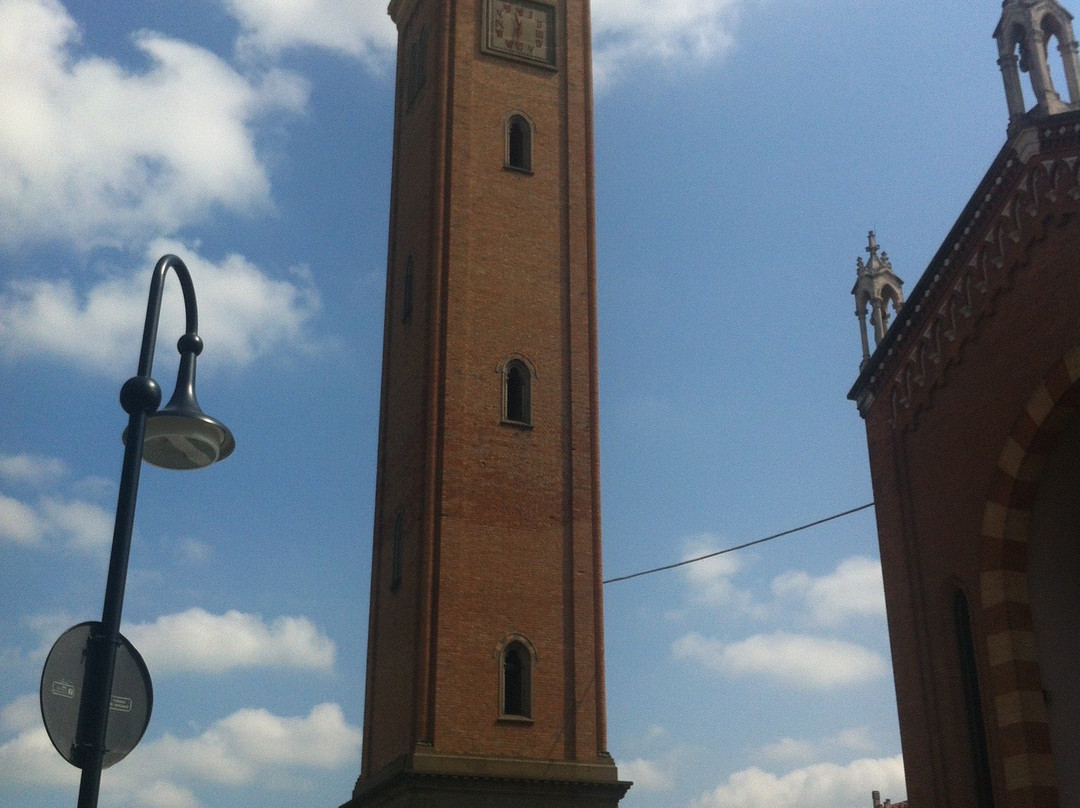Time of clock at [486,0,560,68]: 11:32
